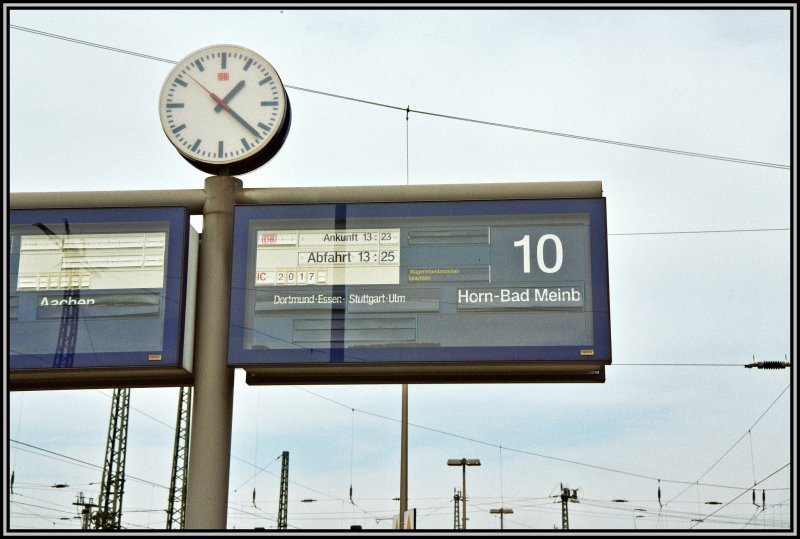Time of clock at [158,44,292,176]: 1:21
